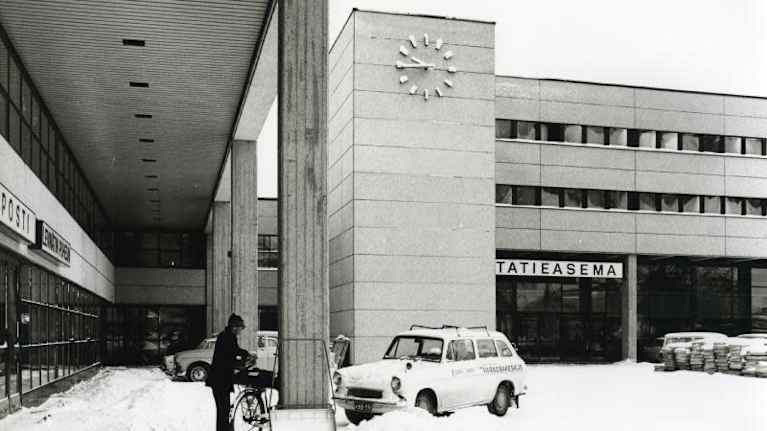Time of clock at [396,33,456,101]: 9:44
